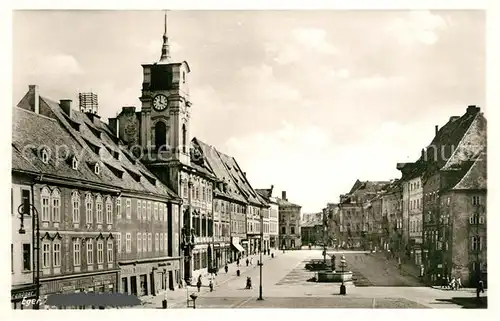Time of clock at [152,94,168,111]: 4:00
